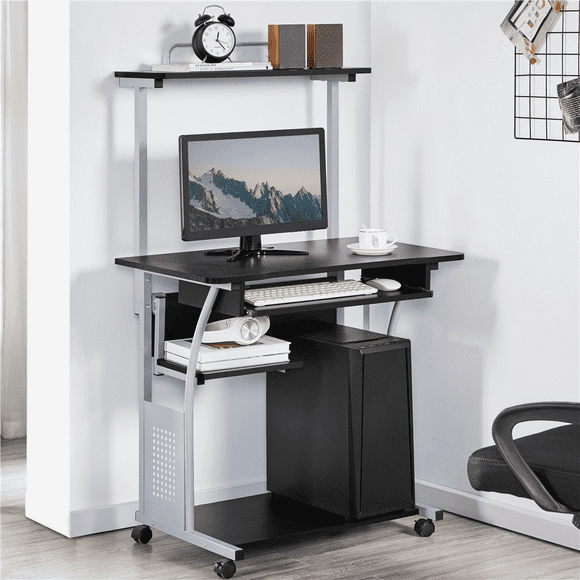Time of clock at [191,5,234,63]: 12:23
